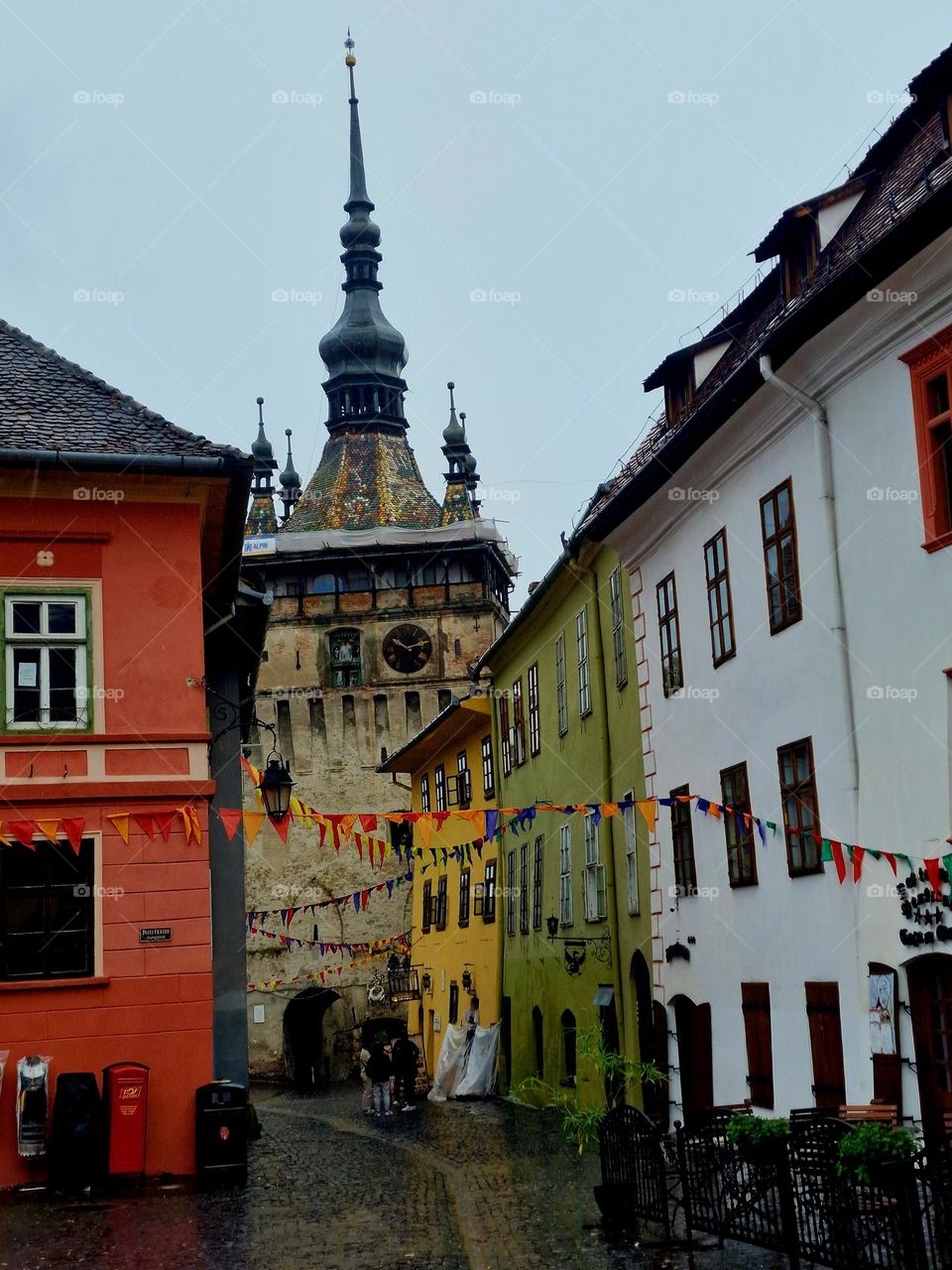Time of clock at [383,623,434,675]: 10:12
